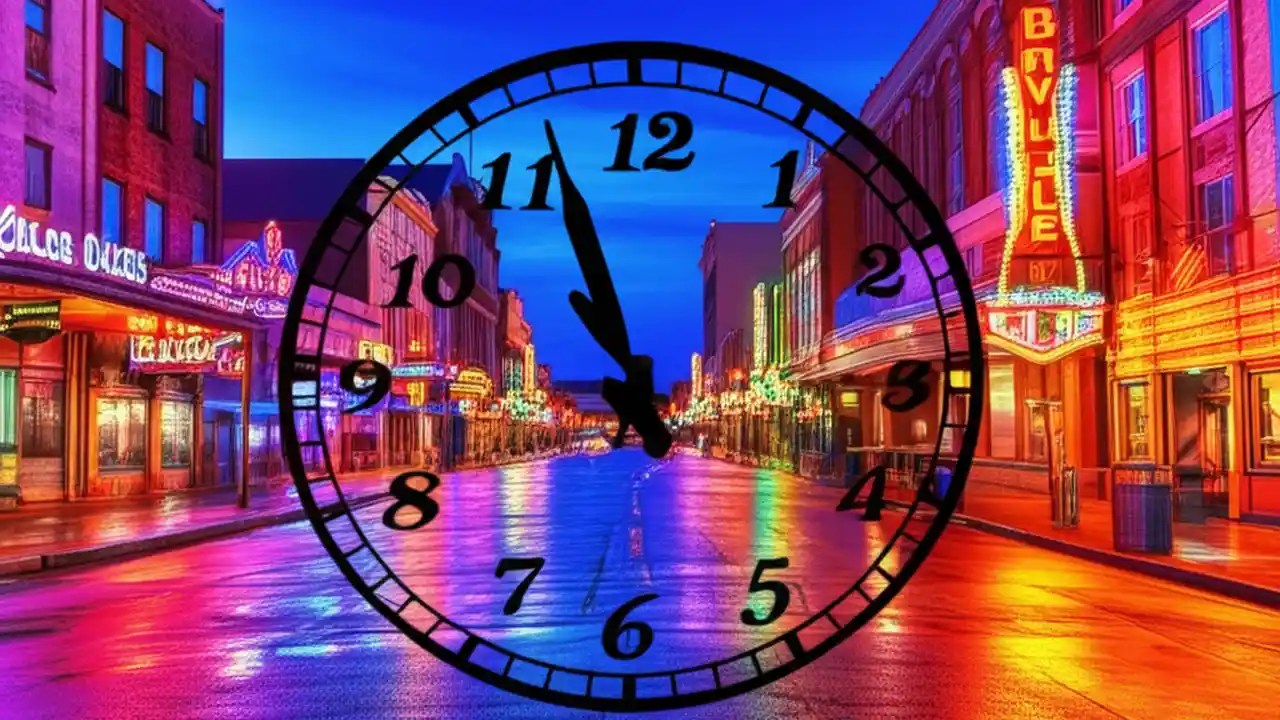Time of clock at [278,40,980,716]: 10:56
